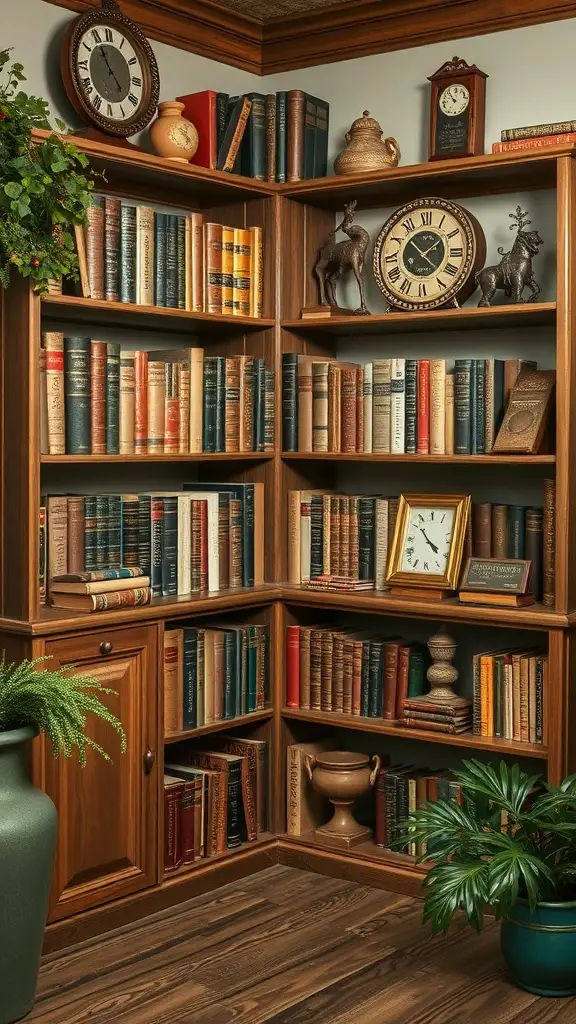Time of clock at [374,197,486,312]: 1:52
